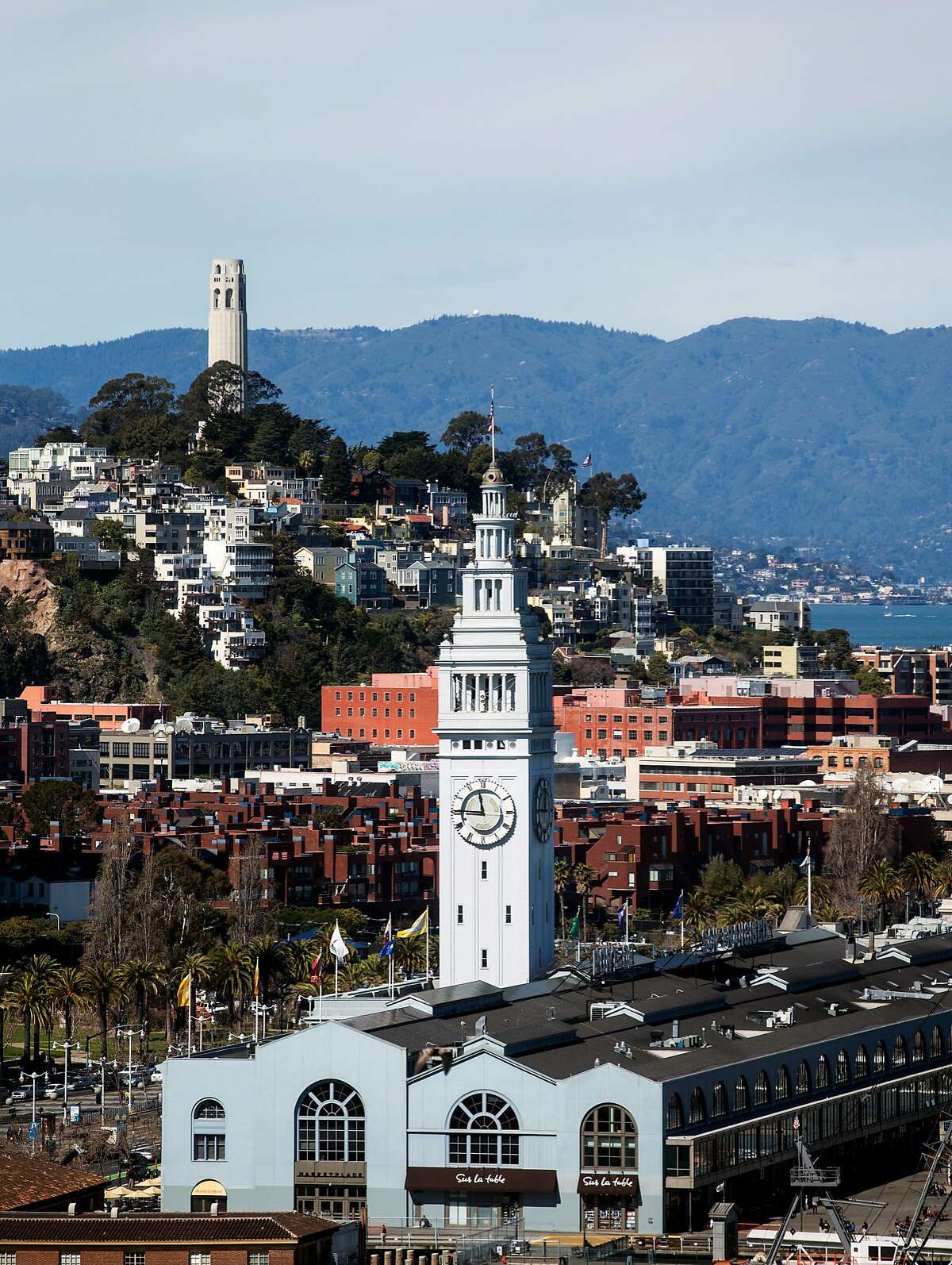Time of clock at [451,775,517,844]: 11:45
